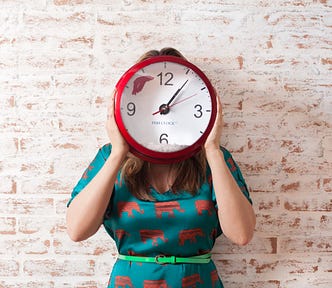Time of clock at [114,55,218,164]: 1:06
